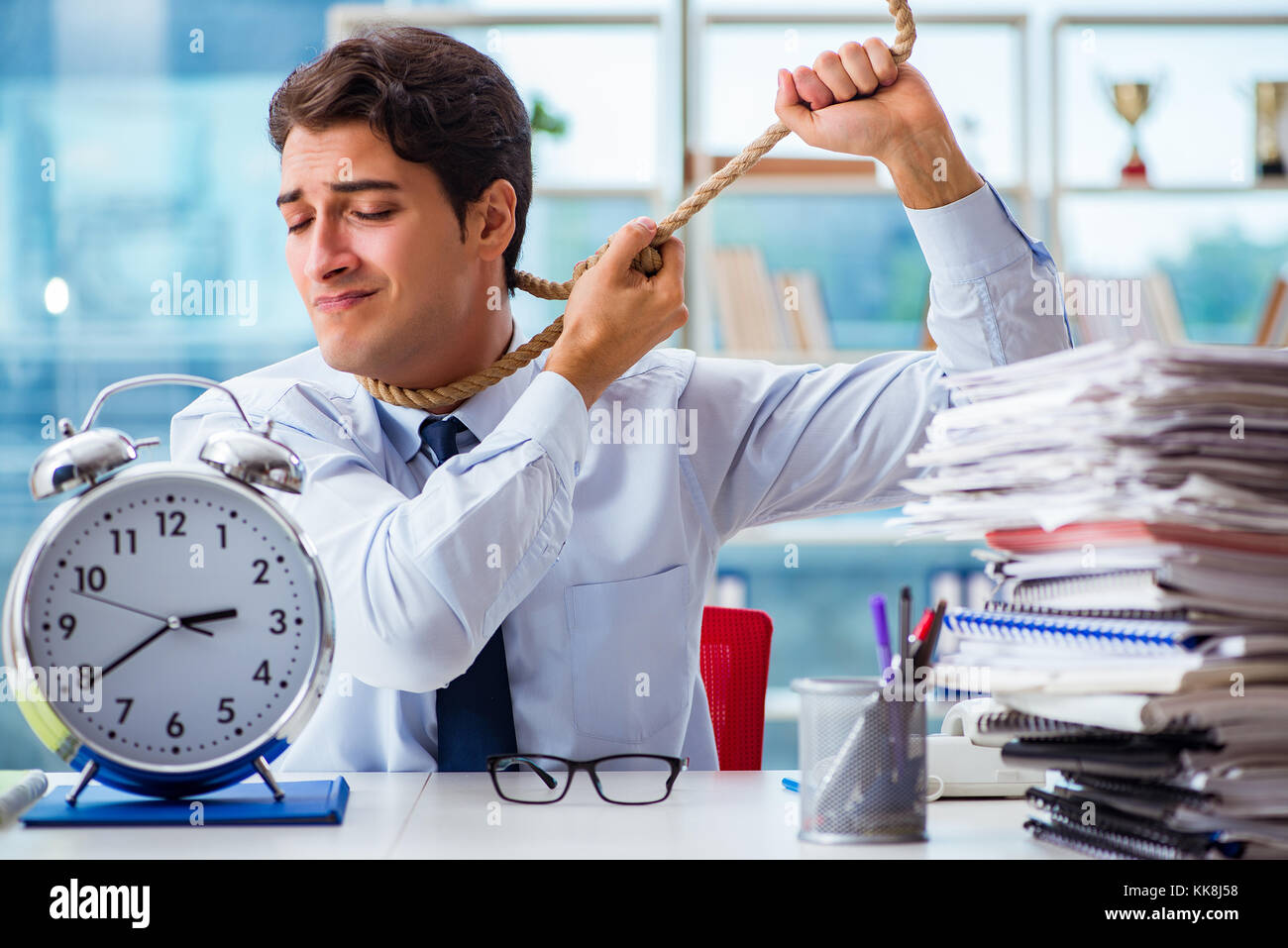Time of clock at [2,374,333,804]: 2:39
